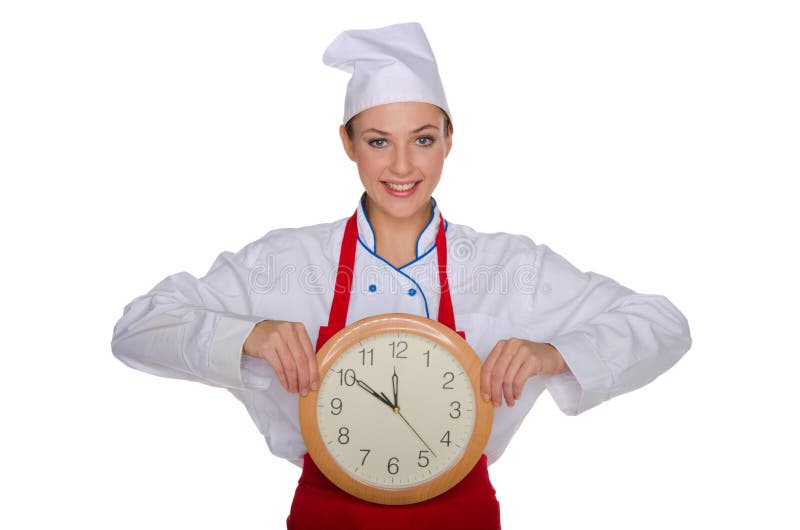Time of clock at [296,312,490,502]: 11:50
